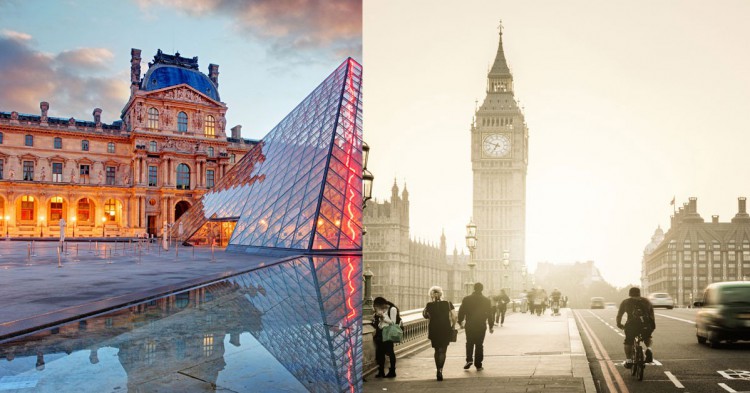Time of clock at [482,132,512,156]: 6:48
